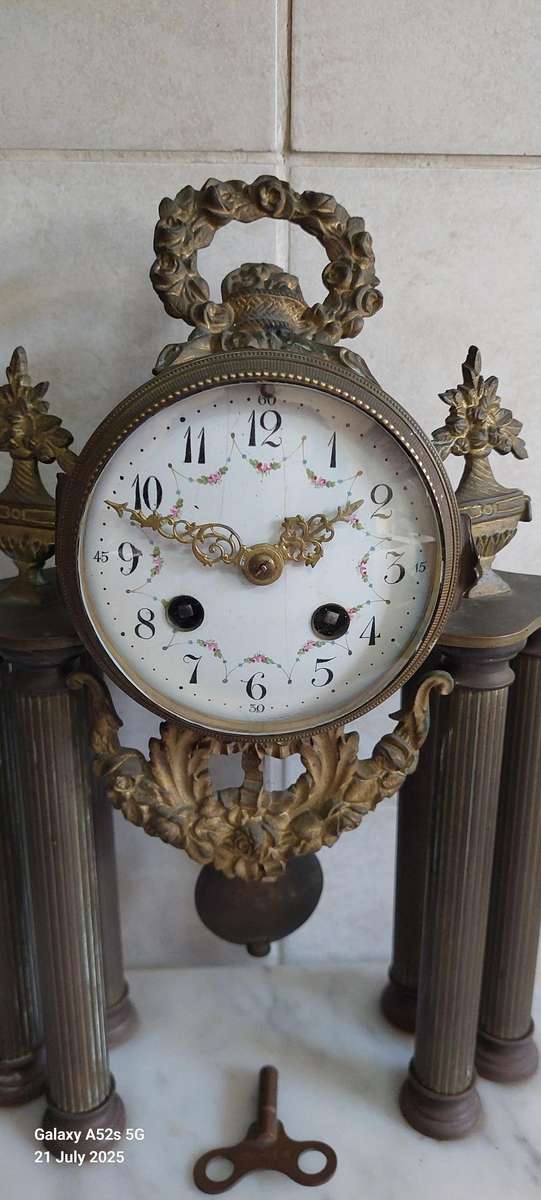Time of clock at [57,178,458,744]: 1:47
